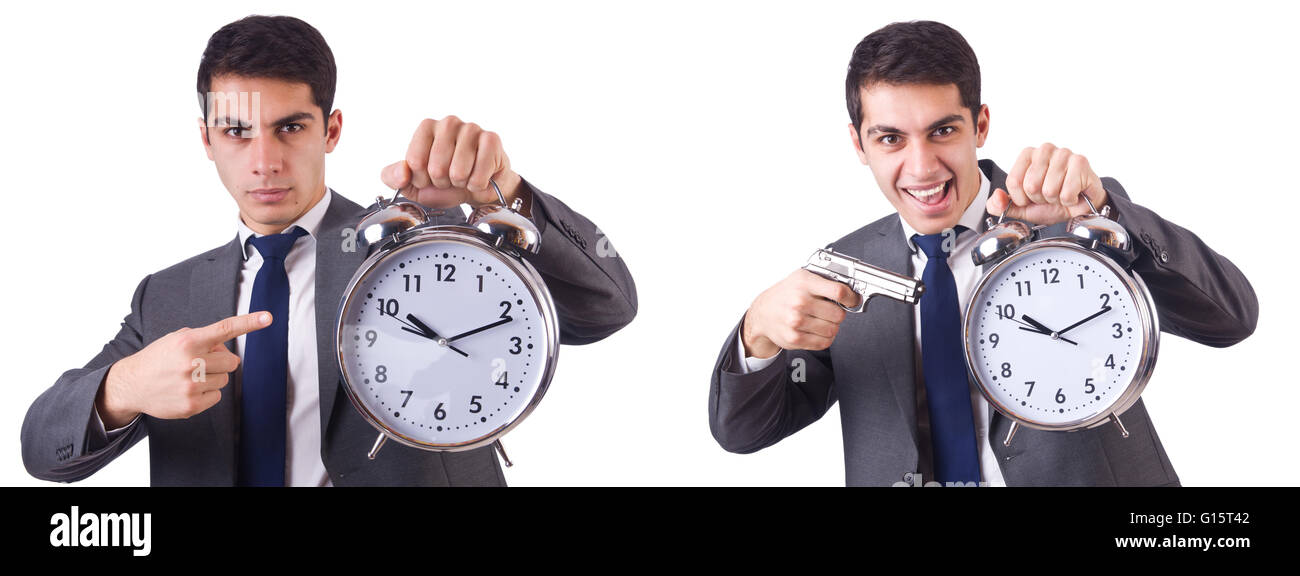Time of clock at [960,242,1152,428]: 10:11
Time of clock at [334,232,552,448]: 10:11
